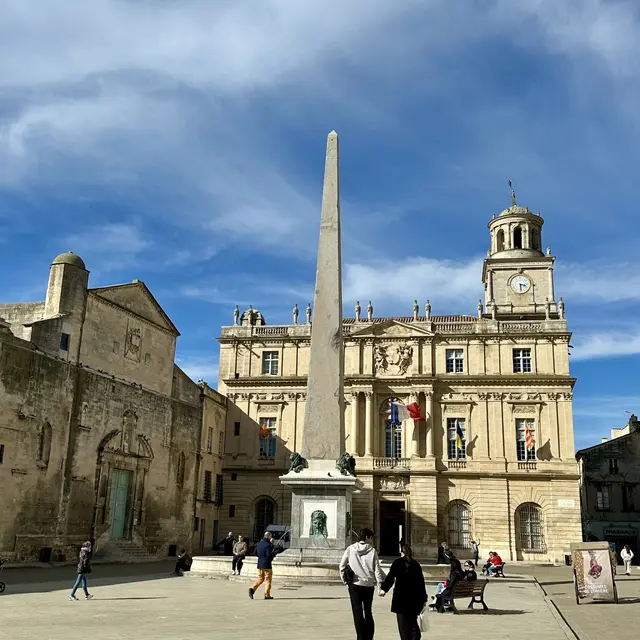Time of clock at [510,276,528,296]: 3:29
